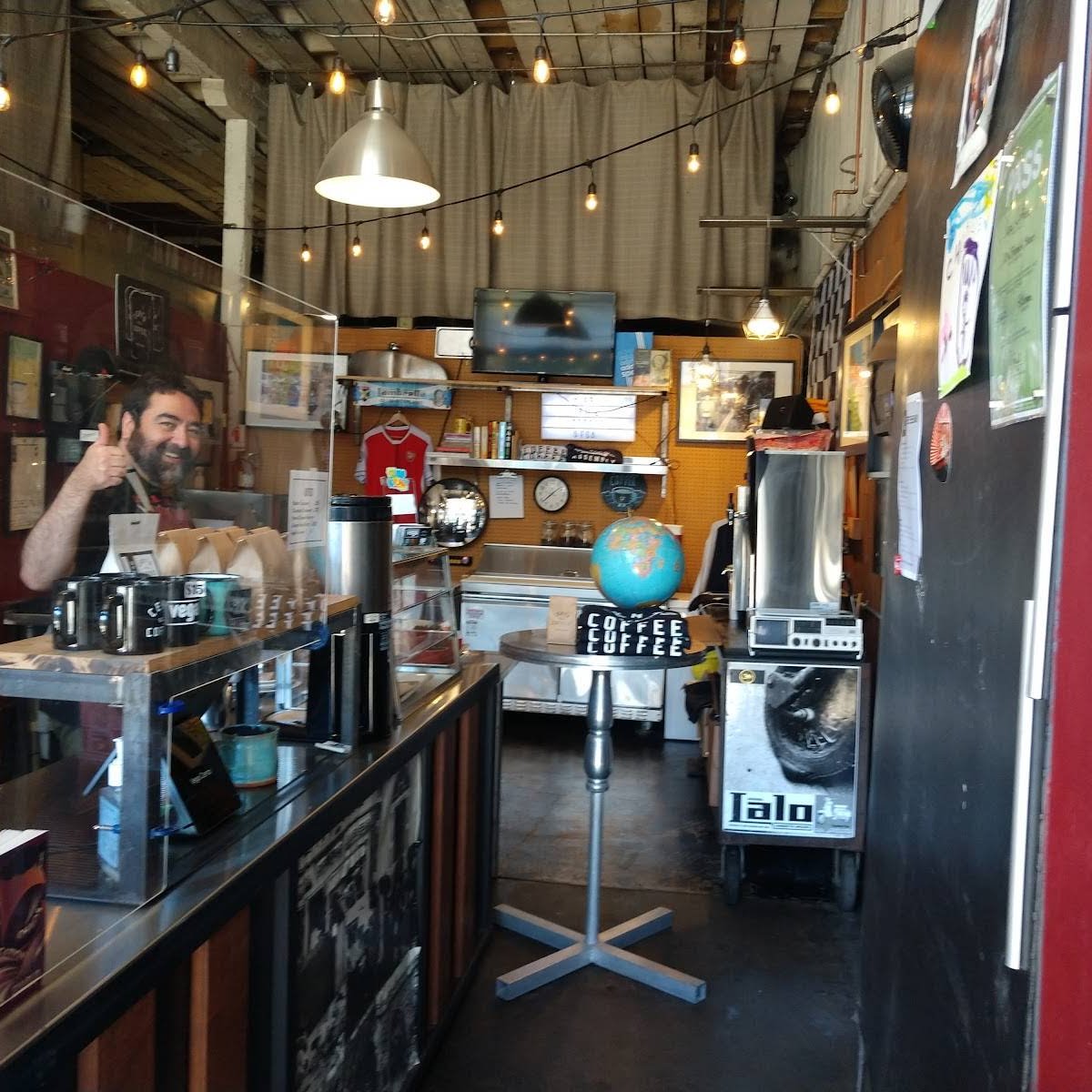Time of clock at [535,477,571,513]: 1:38
